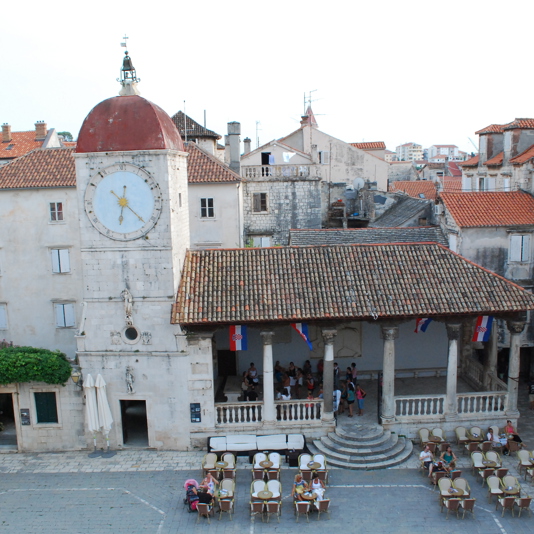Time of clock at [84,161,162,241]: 6:22
